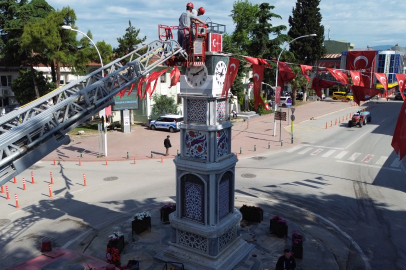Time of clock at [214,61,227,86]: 12:46
